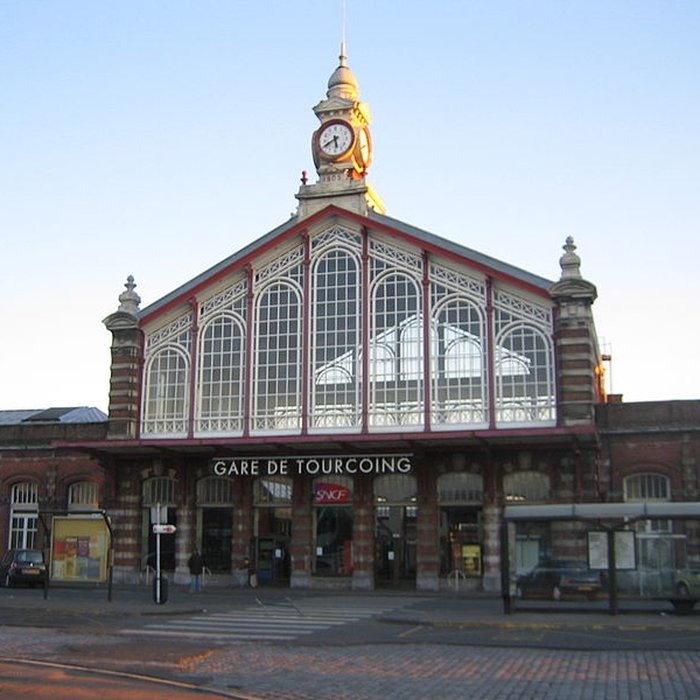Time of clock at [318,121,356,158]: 5:40
